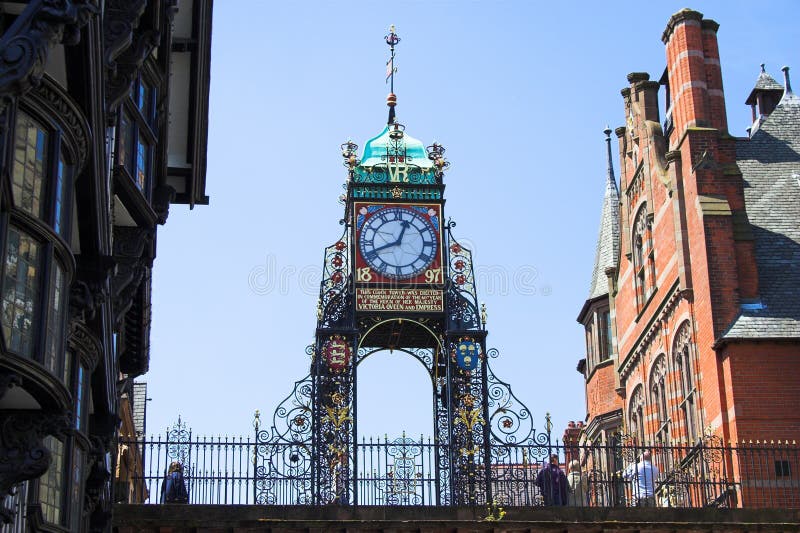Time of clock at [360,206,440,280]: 12:41
